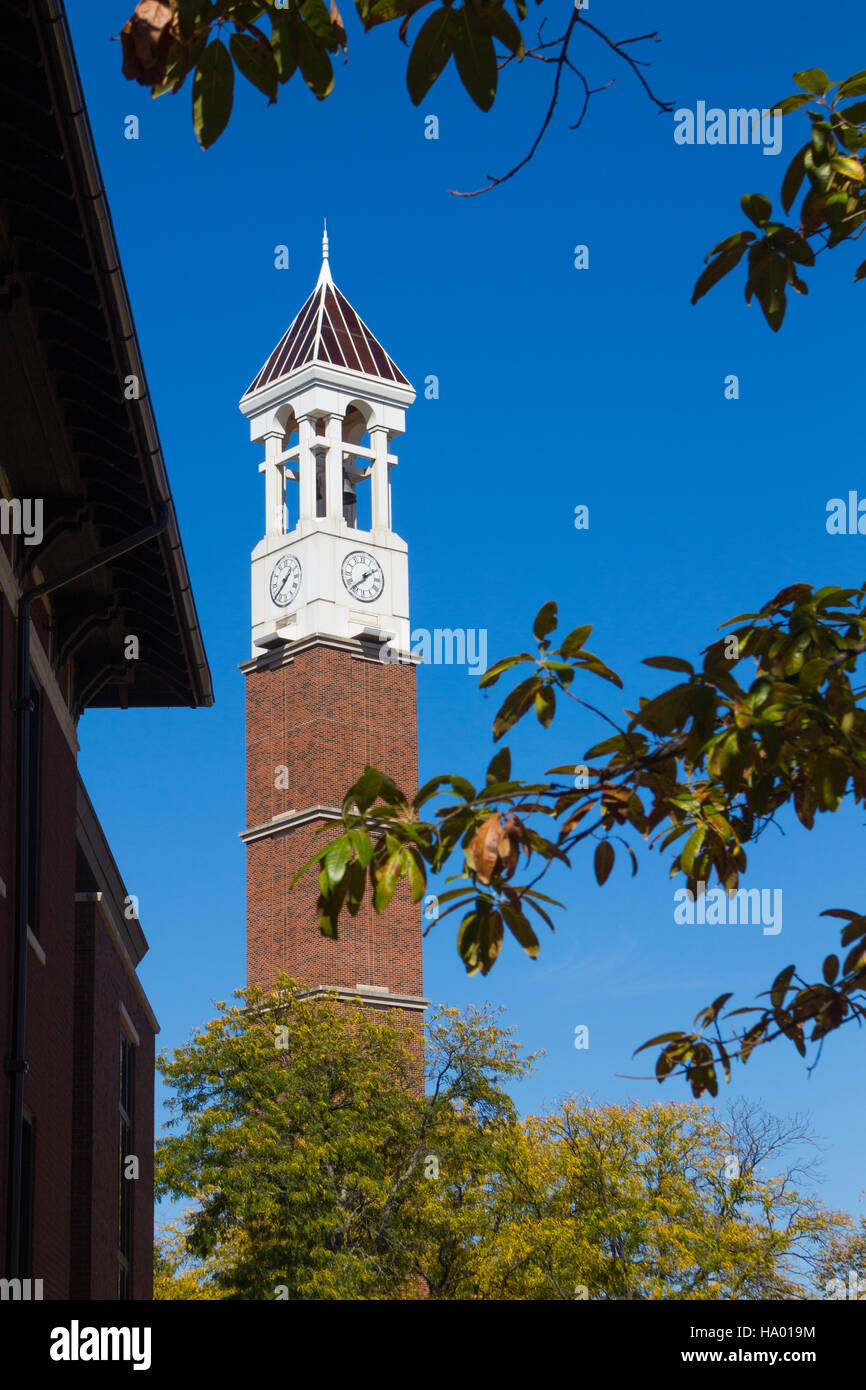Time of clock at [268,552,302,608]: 1:38
